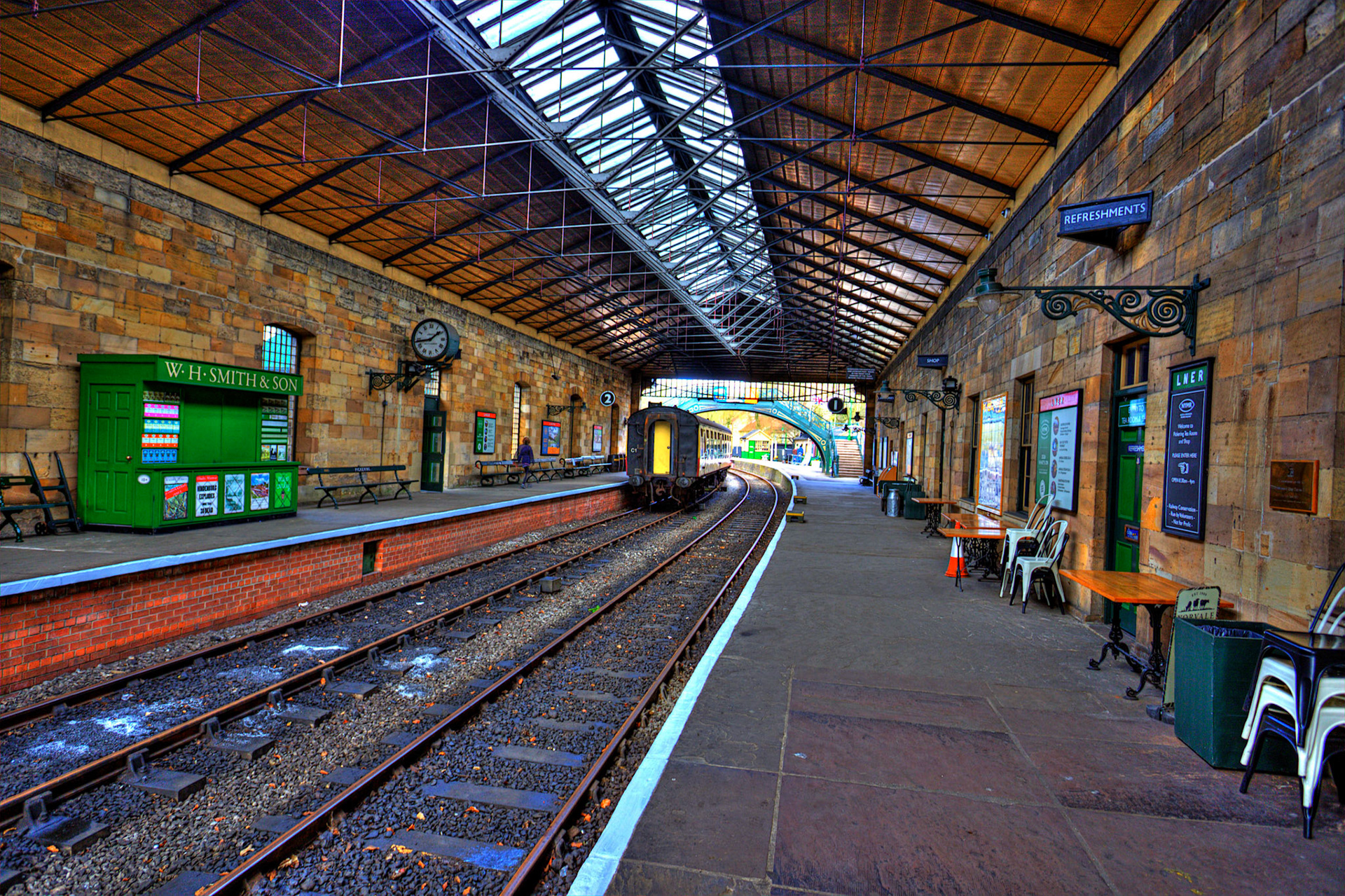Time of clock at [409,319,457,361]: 1:43
